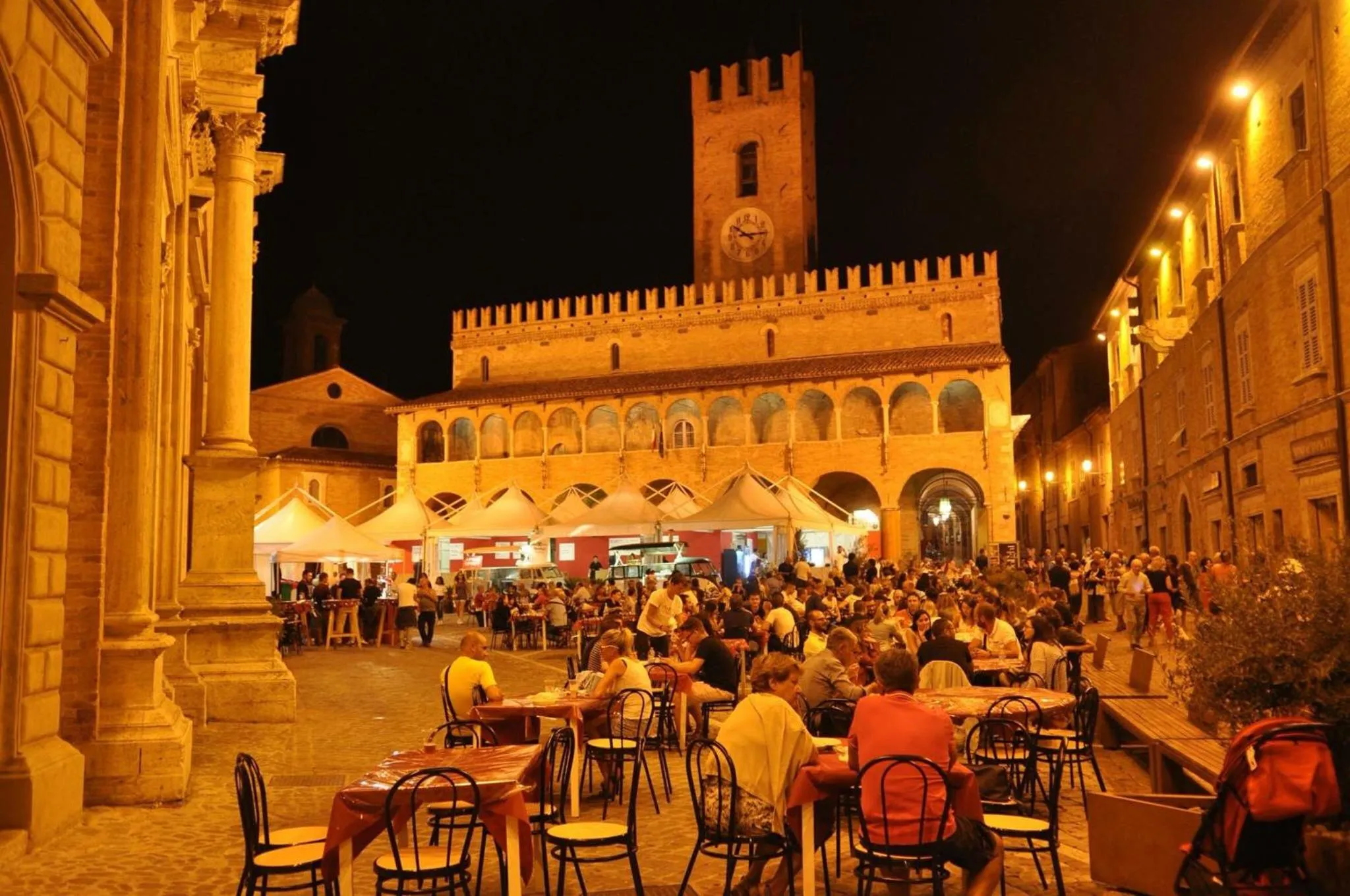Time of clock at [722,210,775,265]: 10:14
